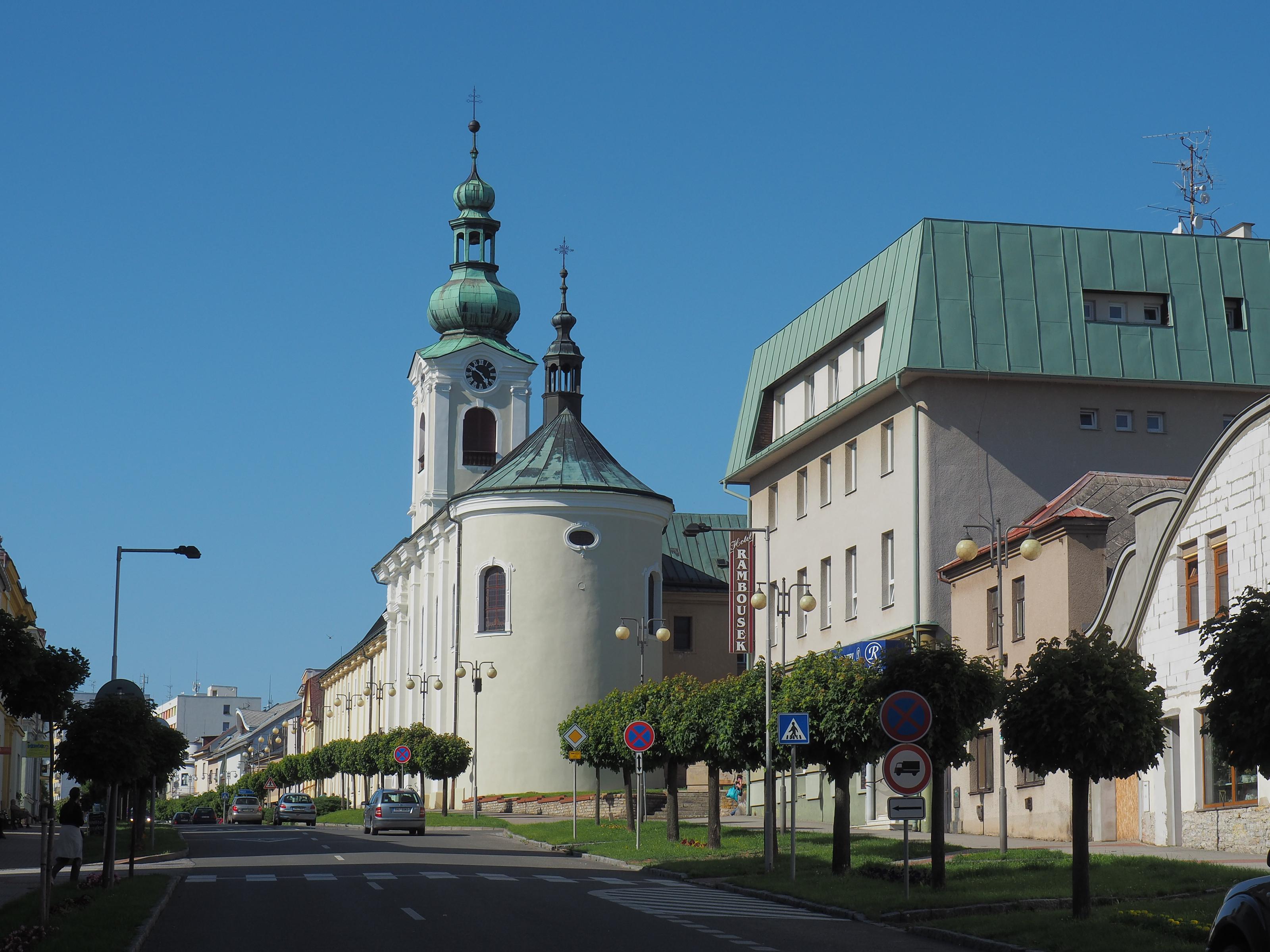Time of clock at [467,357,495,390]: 4:50
